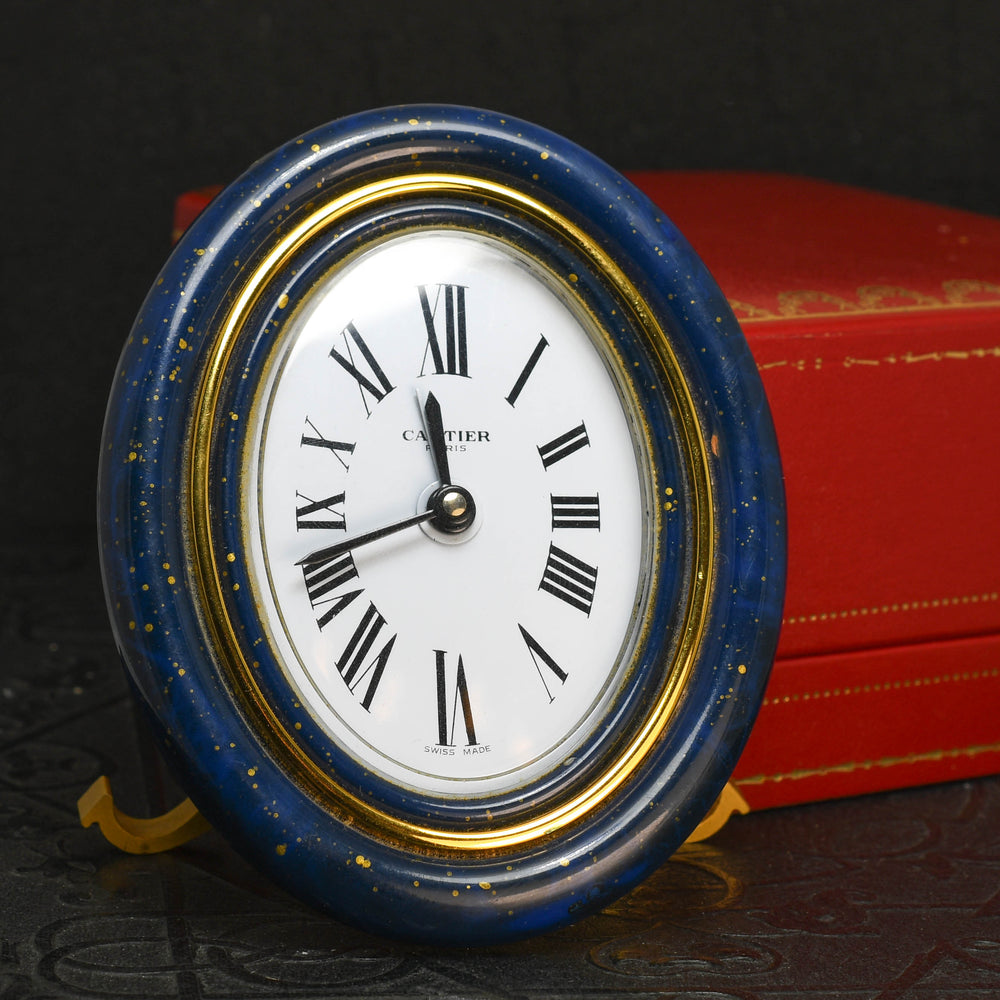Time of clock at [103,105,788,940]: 11:41
